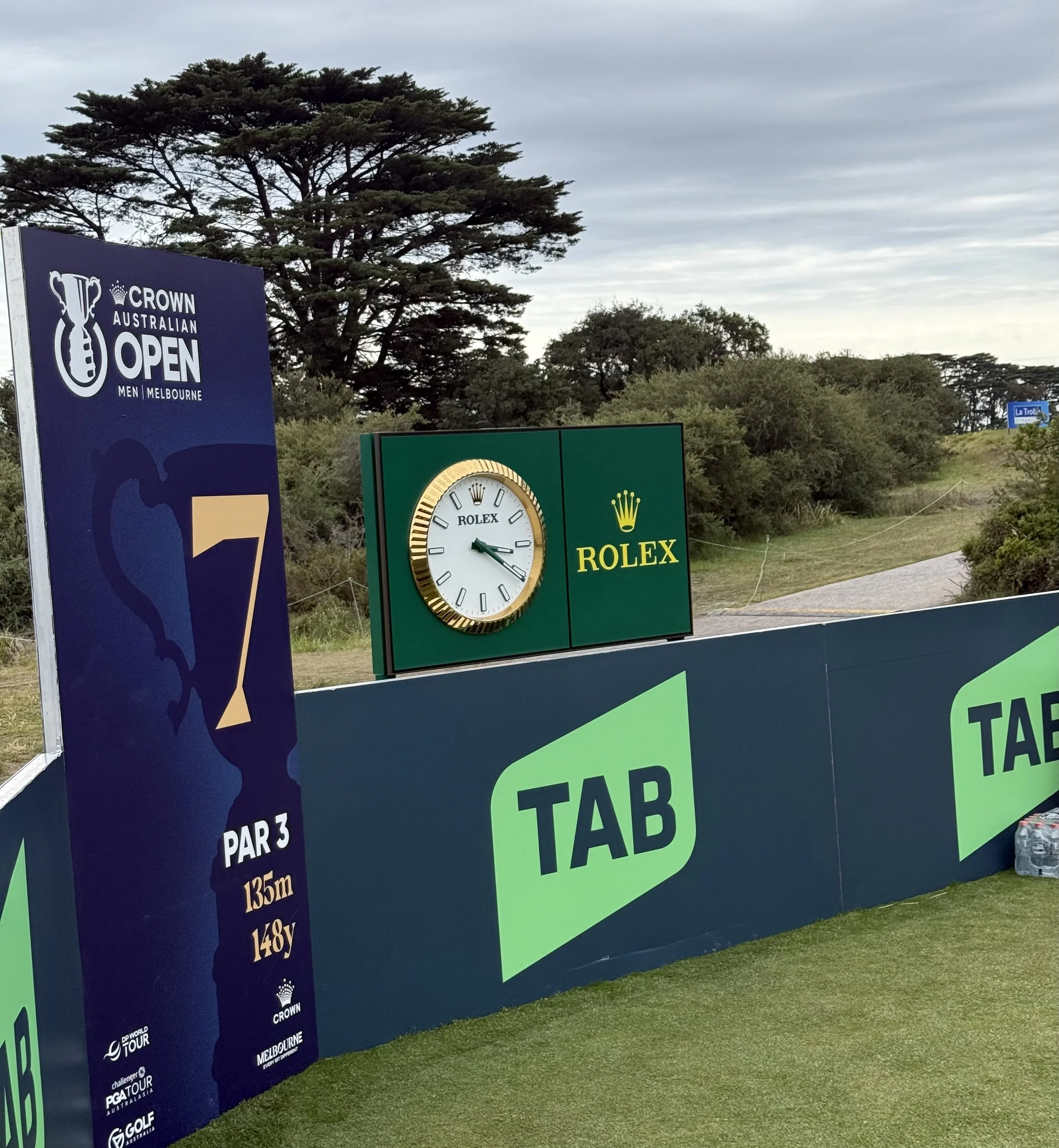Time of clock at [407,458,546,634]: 3:20
